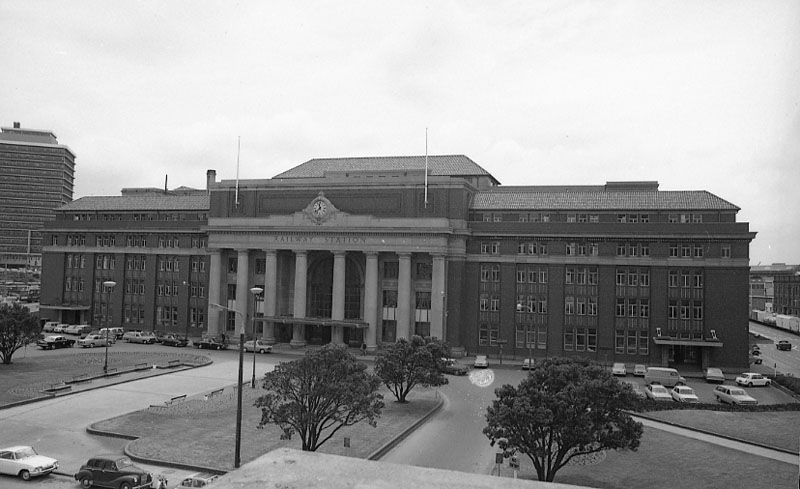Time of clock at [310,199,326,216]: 11:37
